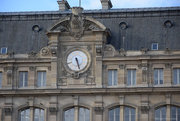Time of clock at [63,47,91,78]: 5:26
